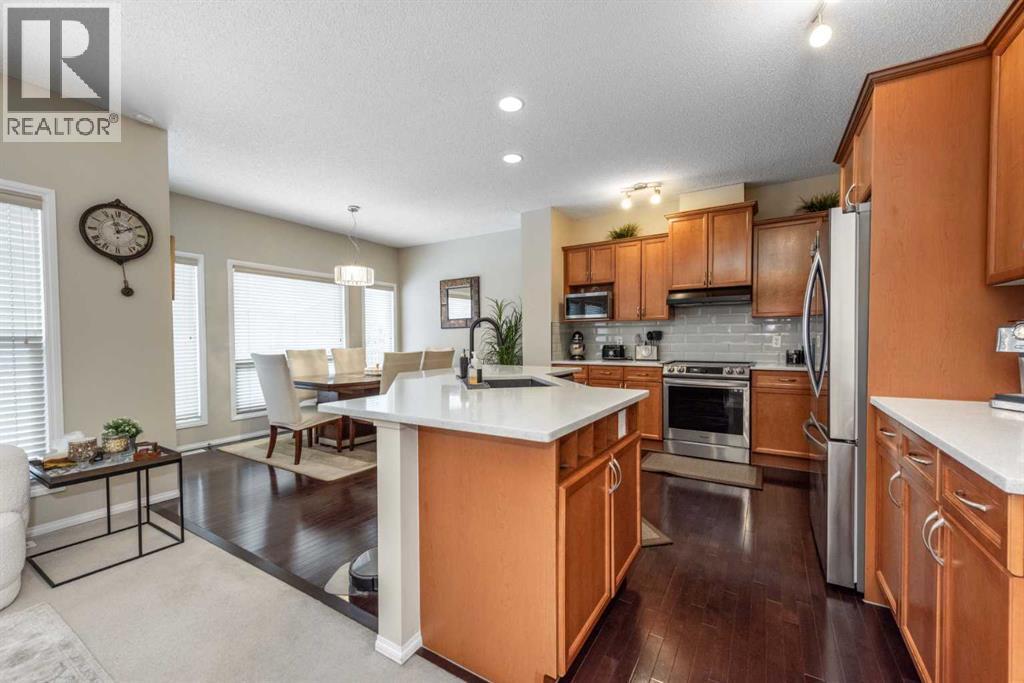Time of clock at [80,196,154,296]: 1:57
